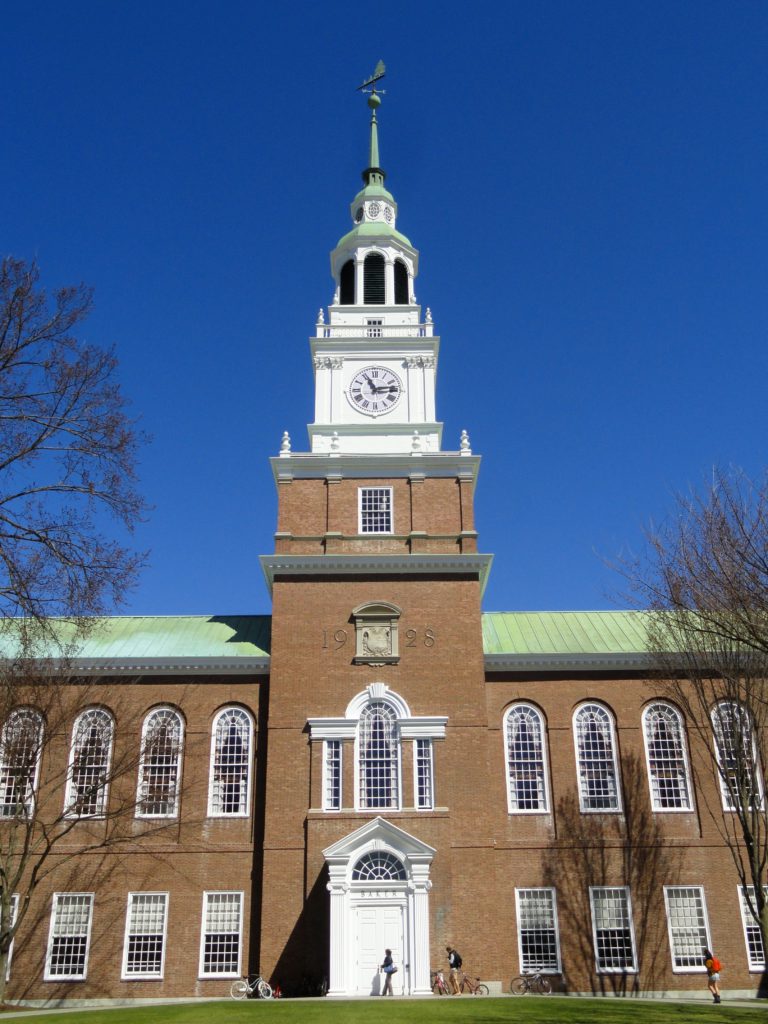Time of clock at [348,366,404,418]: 11:13
